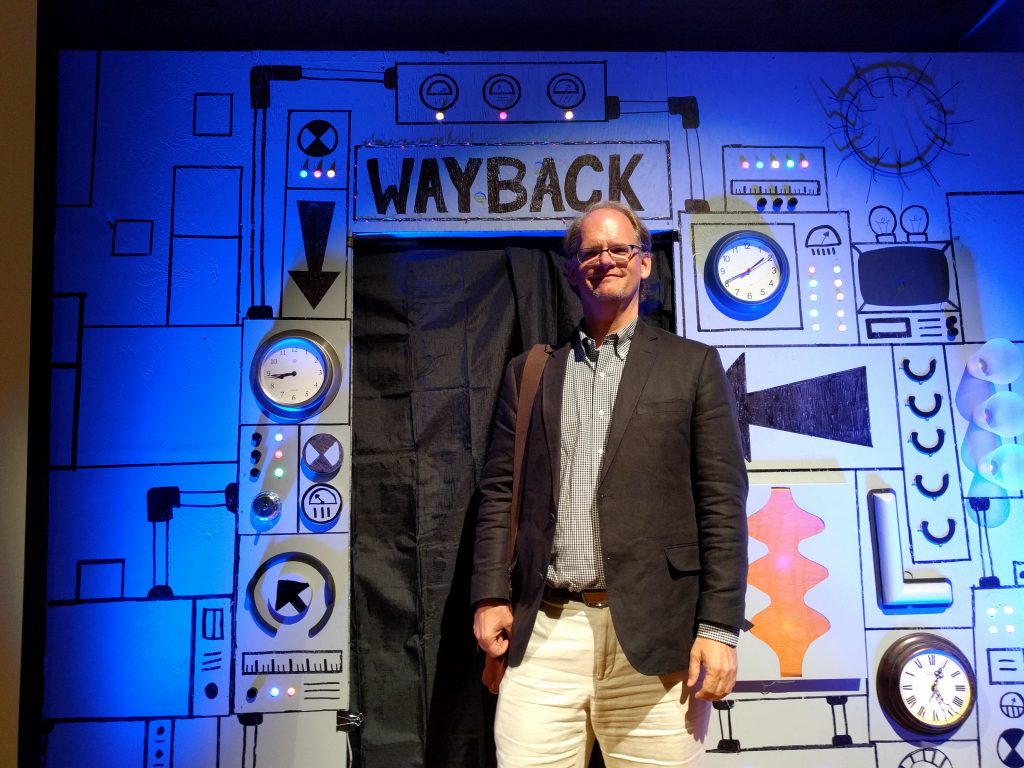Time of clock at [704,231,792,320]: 1:40
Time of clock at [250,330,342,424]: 8:44
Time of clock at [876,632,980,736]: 5:04
